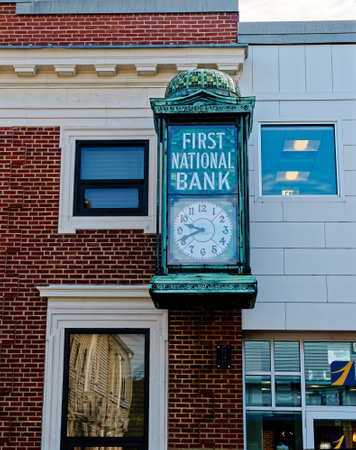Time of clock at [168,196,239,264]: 9:41
